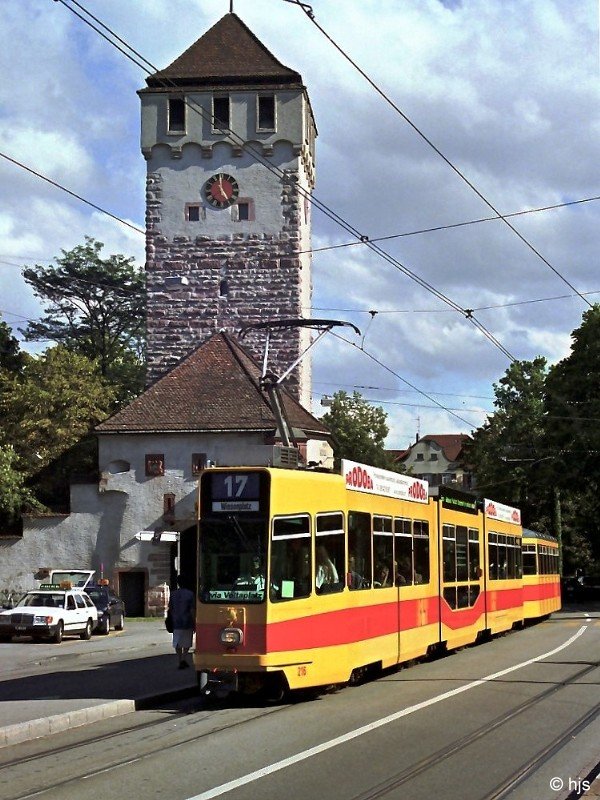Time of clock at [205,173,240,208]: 4:59
